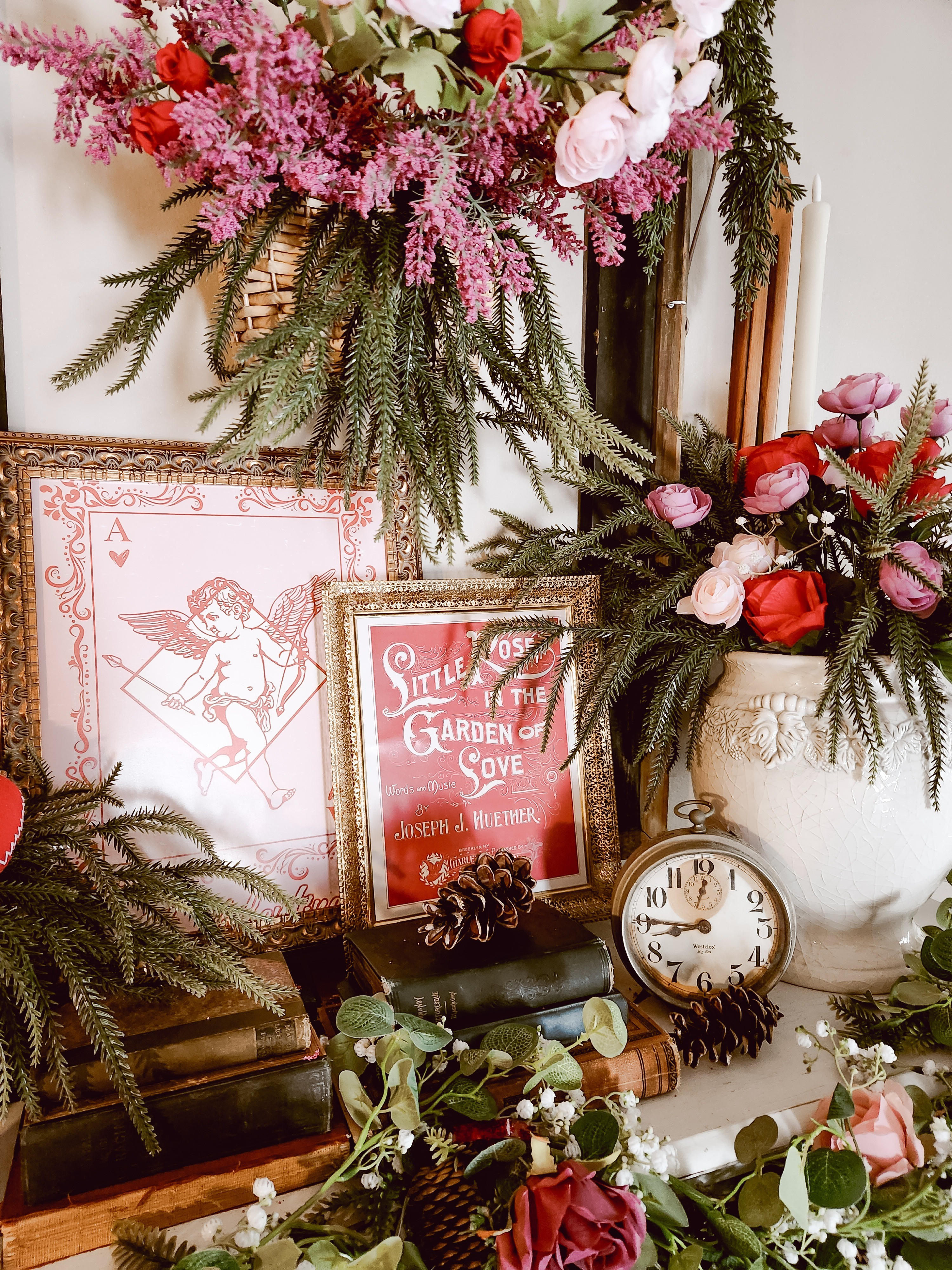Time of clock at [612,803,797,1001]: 8:45
